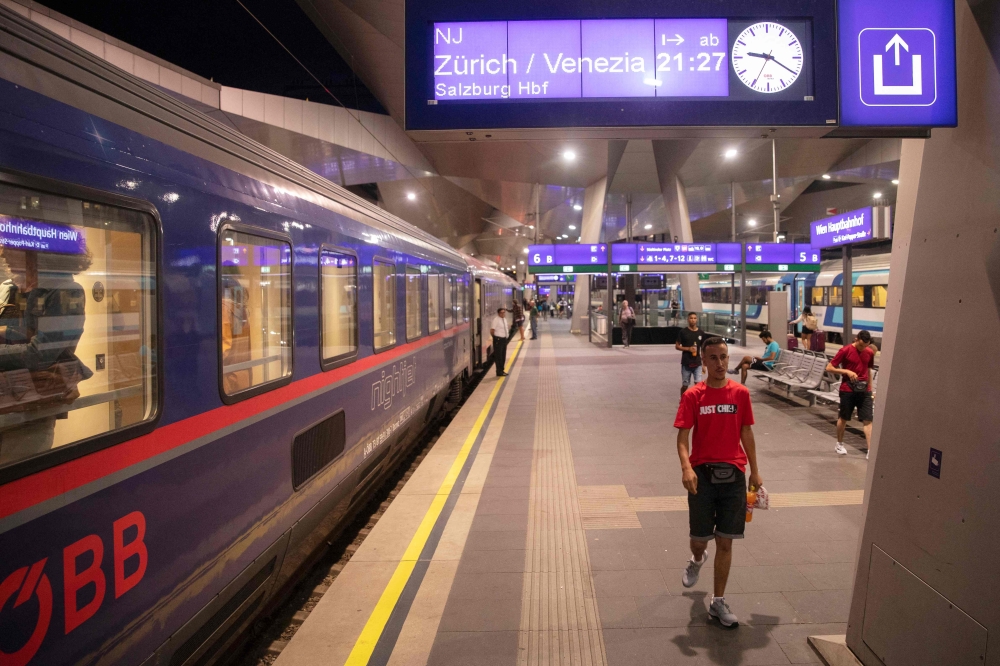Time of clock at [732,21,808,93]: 9:20
